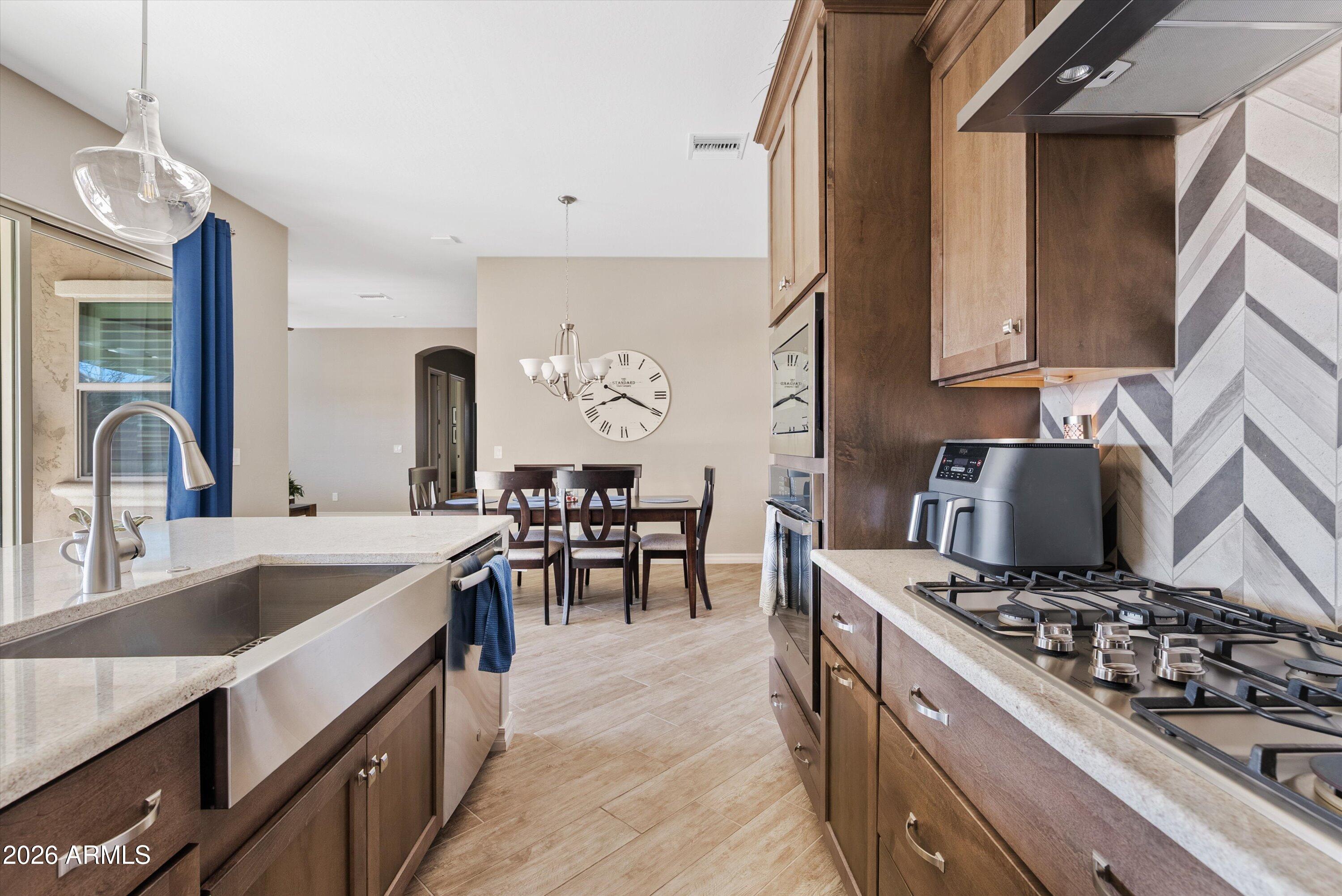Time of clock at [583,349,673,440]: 8:19
